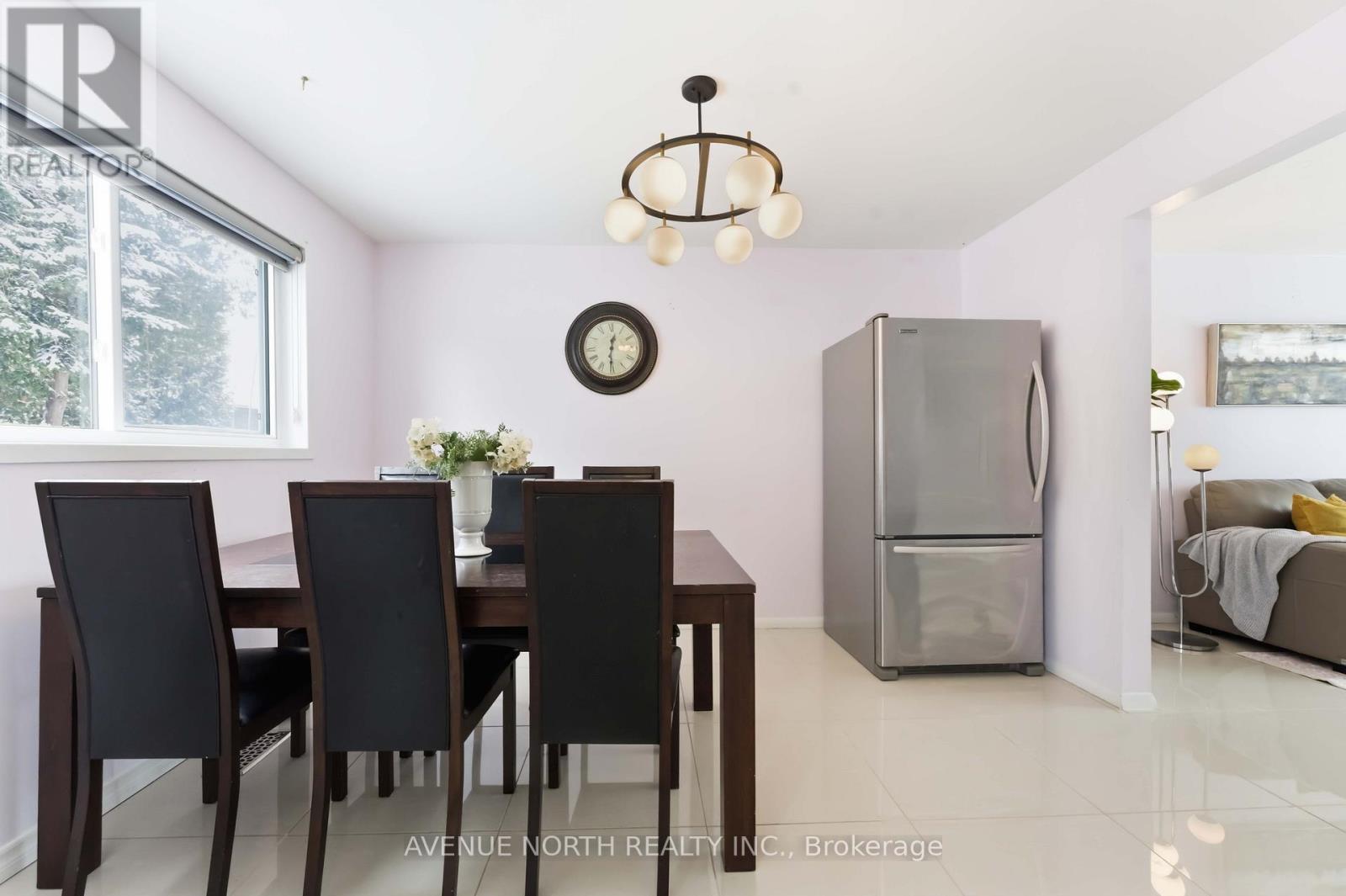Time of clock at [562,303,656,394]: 12:30
